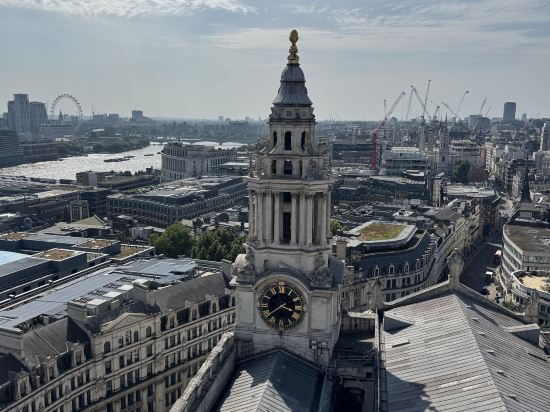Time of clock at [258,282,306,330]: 3:38
